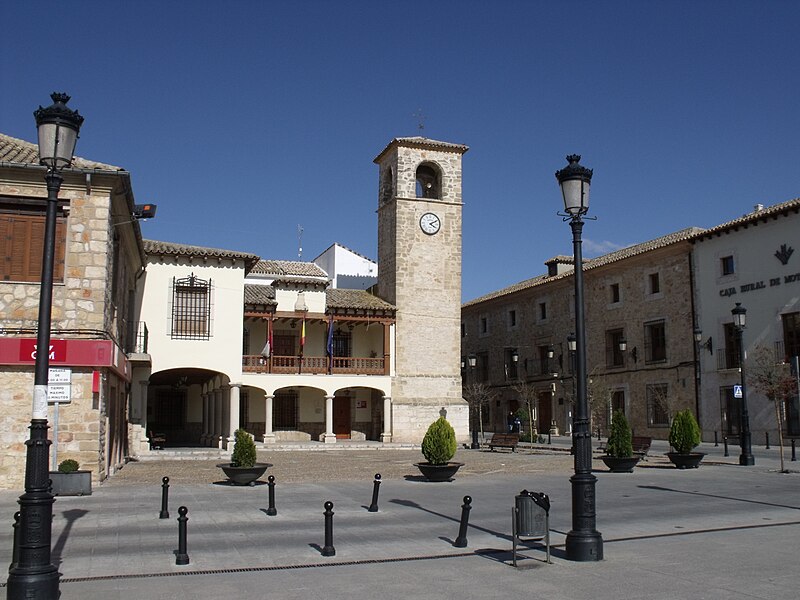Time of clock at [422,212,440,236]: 4:10
